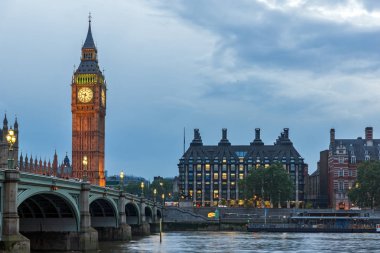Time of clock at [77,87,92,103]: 9:32
